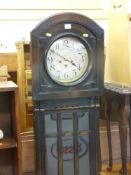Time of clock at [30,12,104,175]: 3:51
